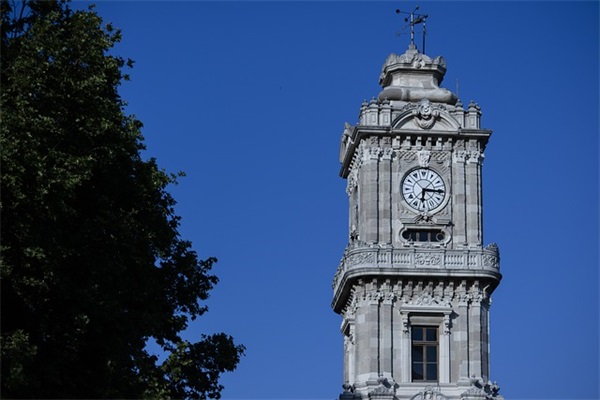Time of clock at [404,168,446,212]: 6:15
